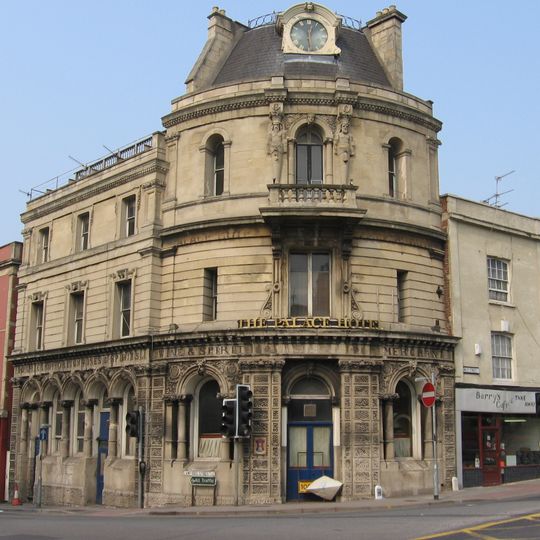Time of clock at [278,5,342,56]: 12:28
